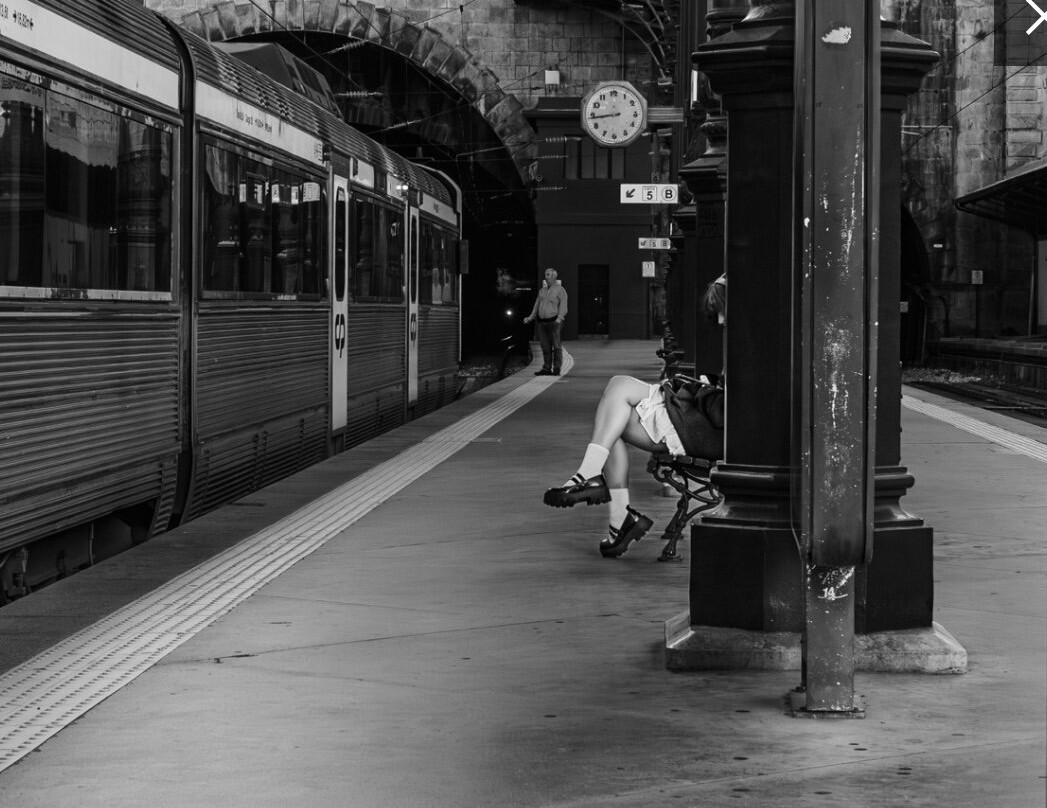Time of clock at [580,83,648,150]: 8:43
